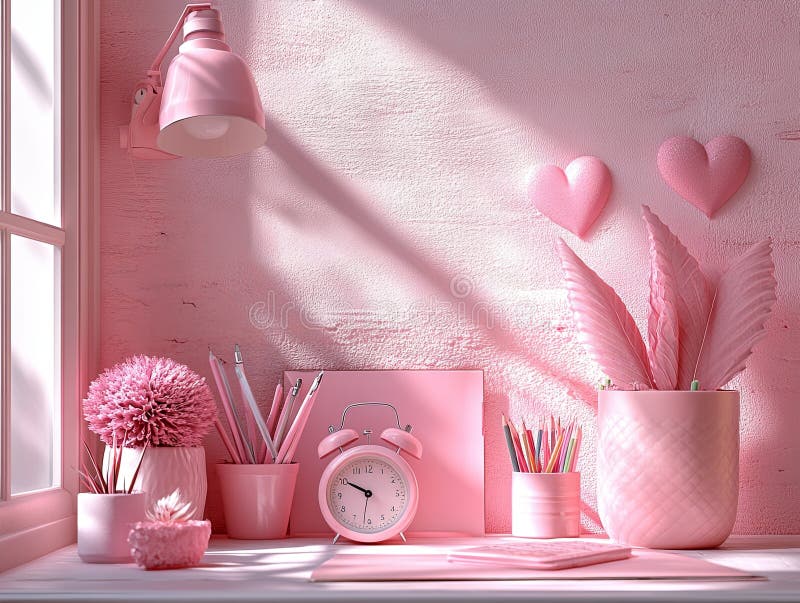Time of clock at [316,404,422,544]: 9:50
